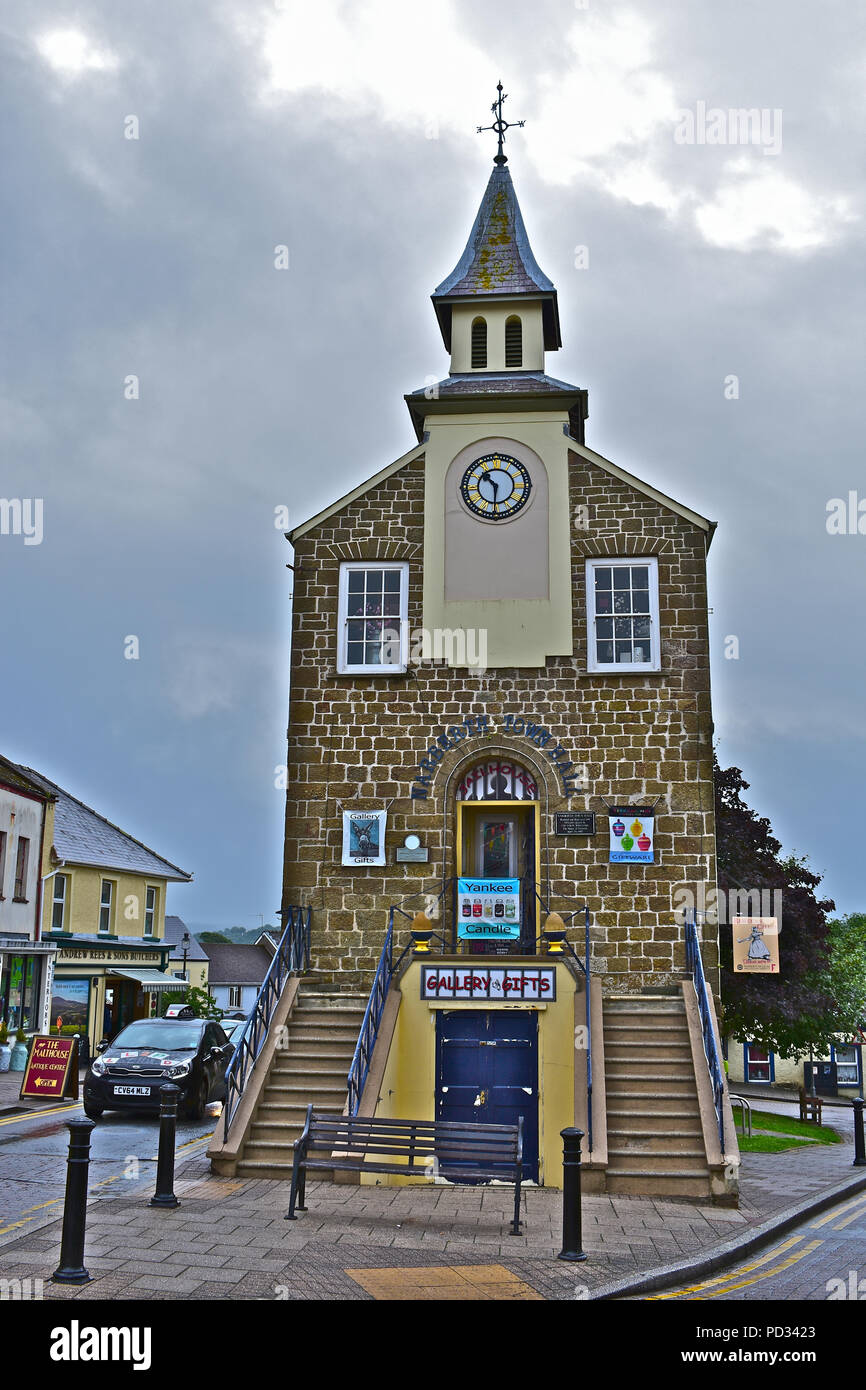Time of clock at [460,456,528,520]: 10:30
